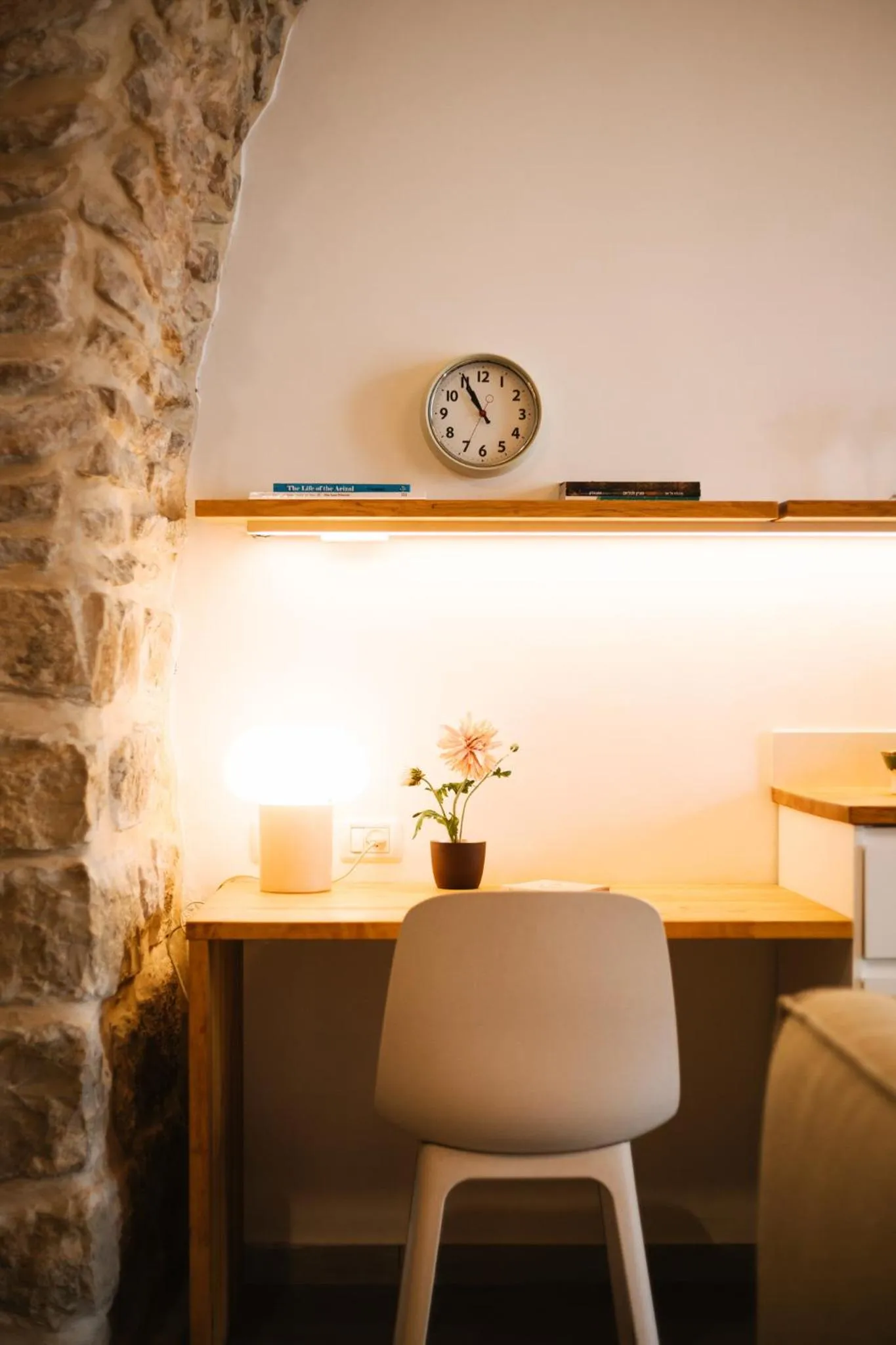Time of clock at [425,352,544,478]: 10:55
